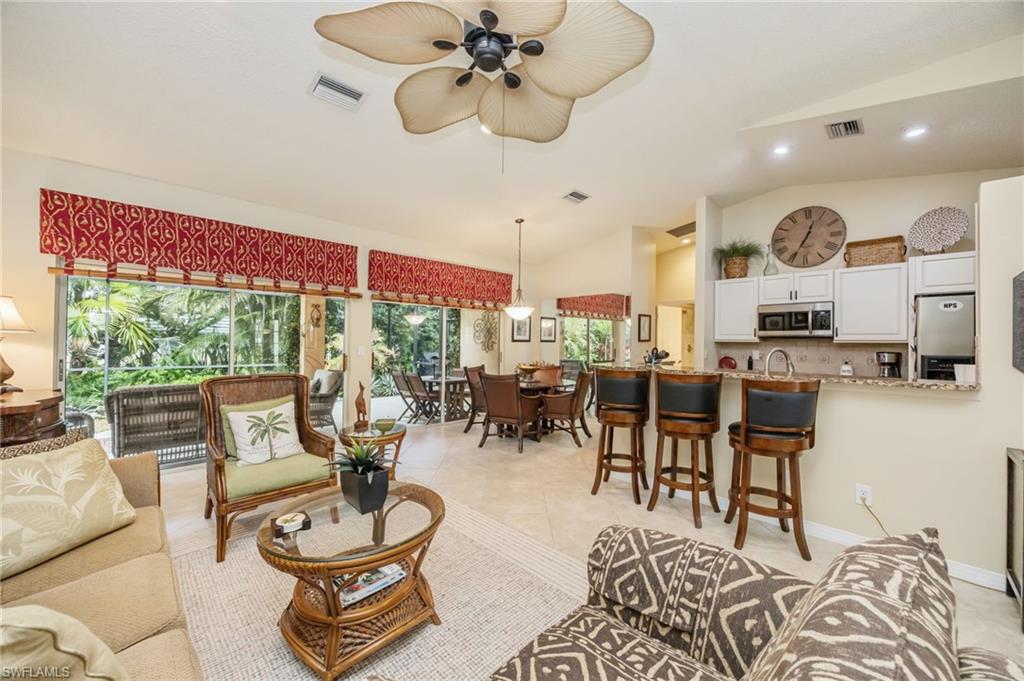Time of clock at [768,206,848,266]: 12:34
